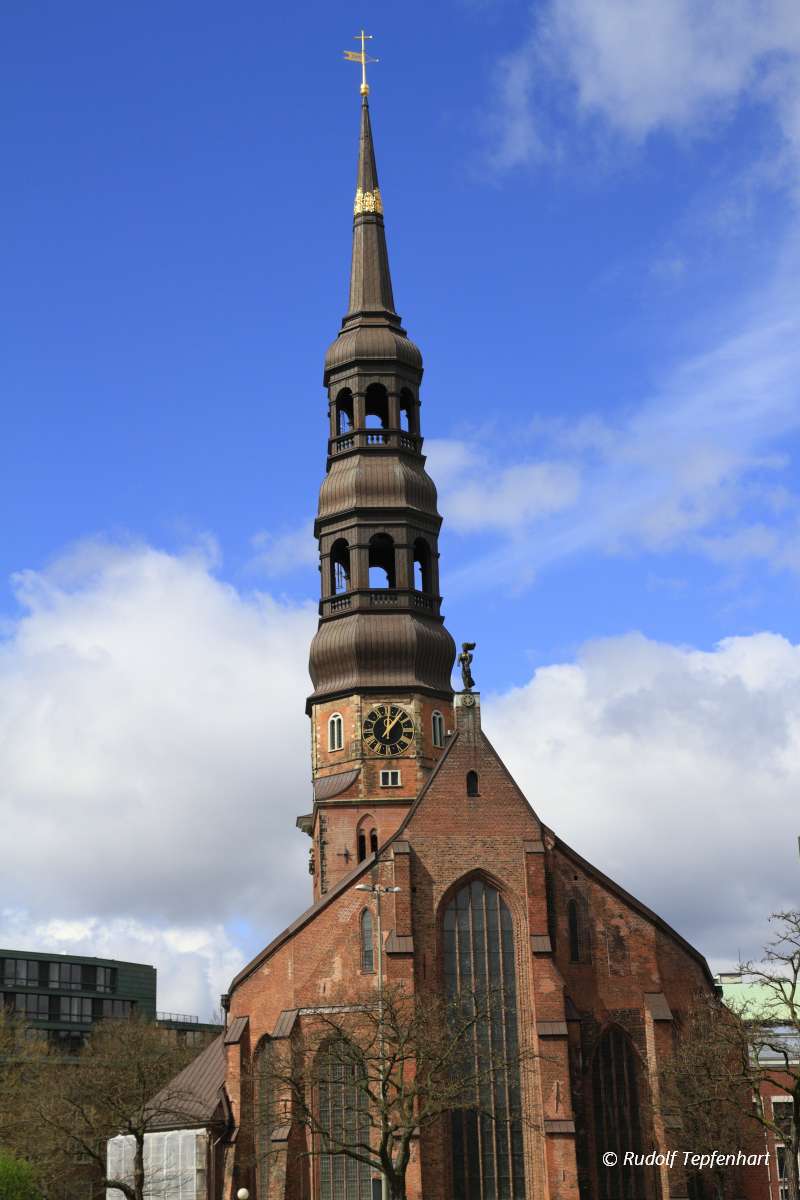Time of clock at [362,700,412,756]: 12:06
